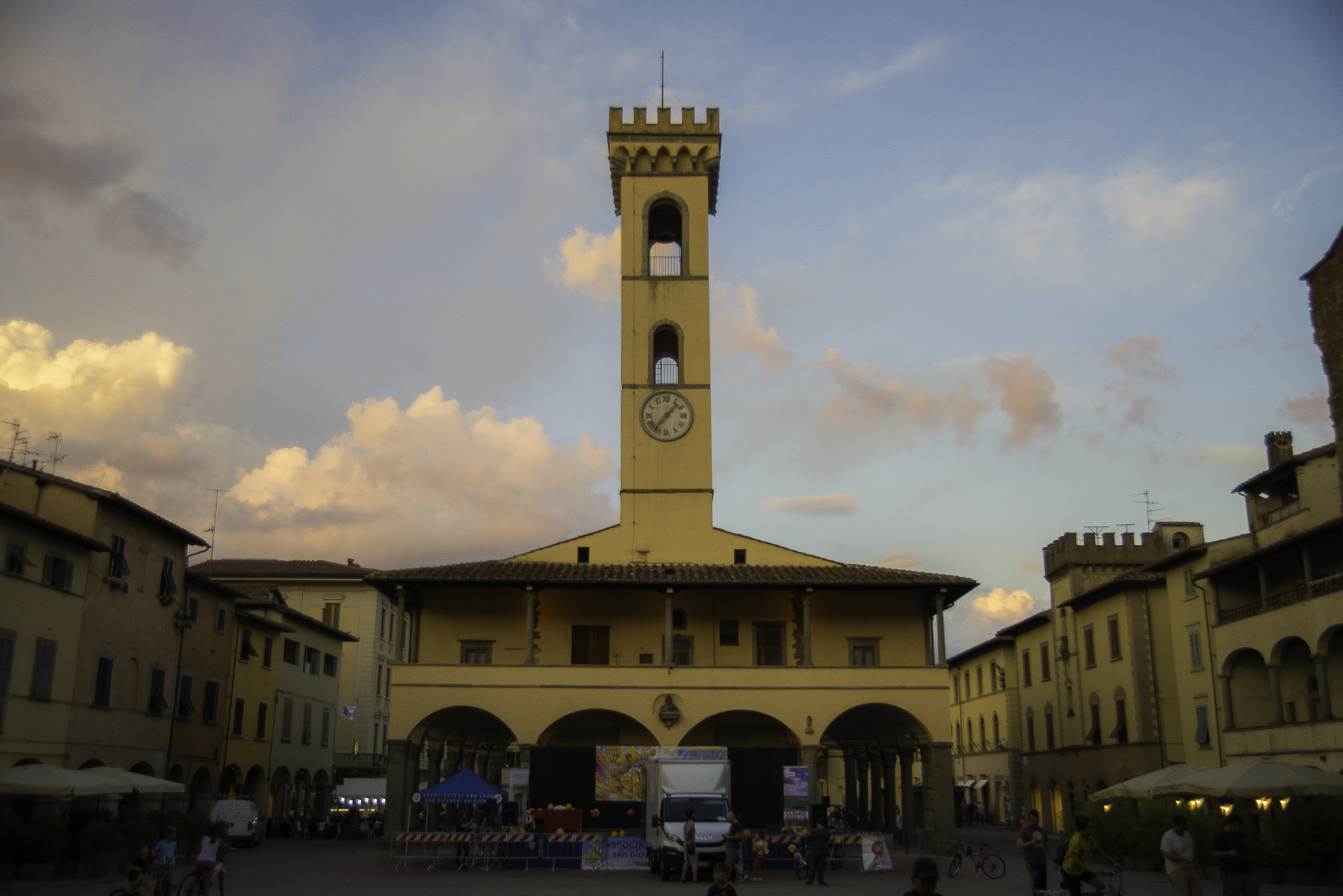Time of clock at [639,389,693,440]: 1:36
